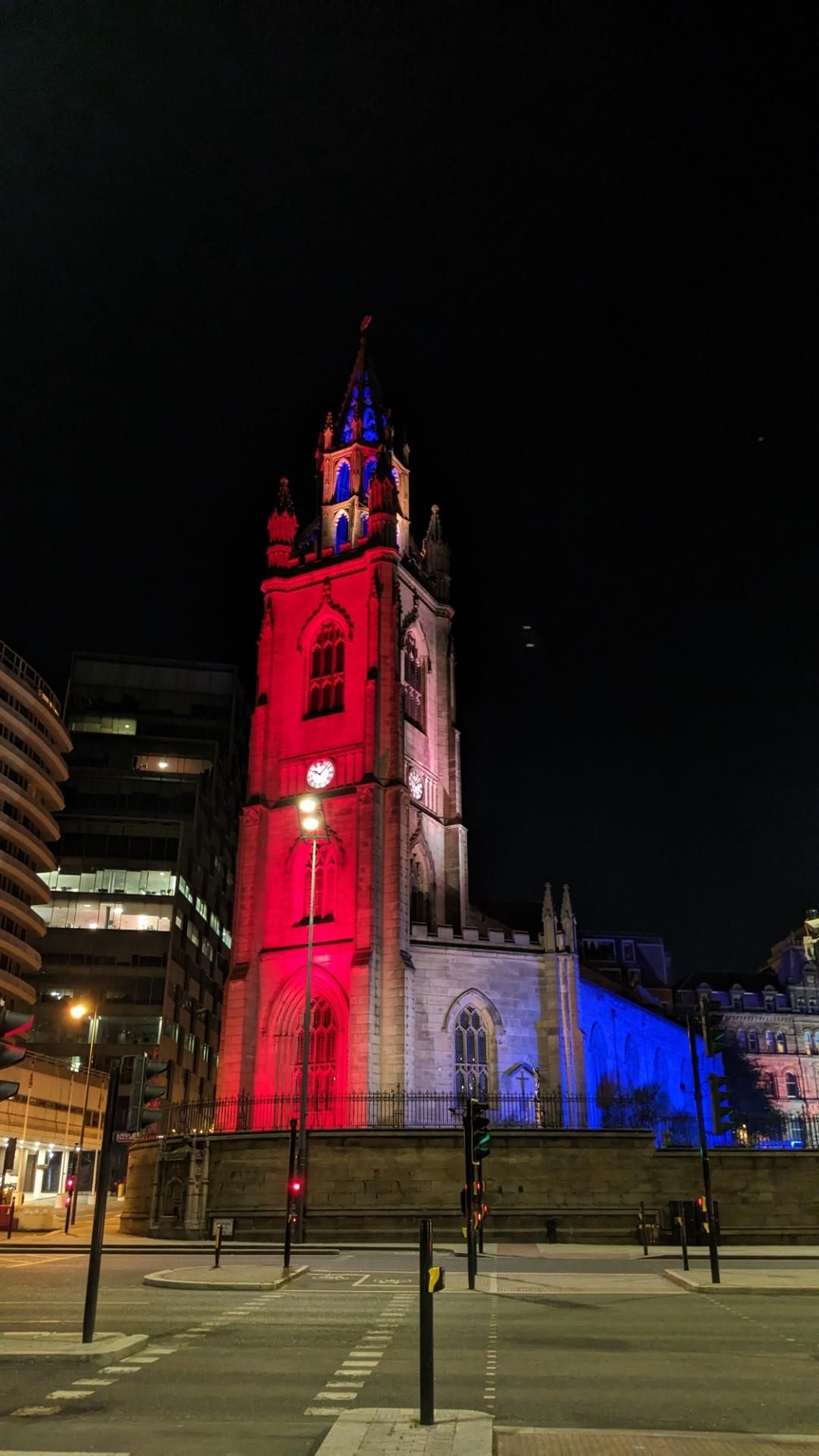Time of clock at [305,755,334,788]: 10:07
